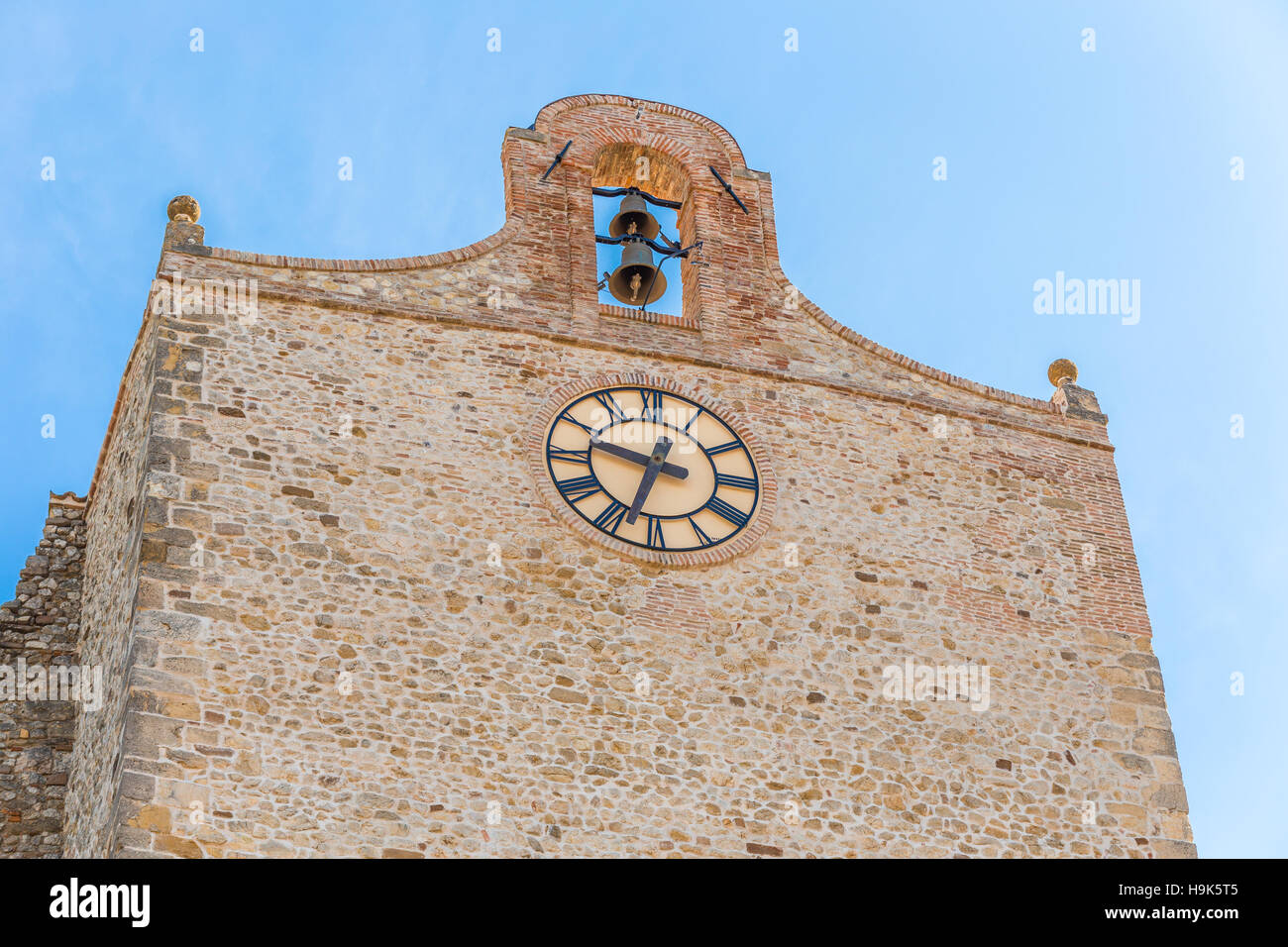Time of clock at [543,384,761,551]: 9:33
